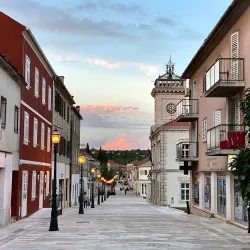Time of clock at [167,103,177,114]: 5:59
